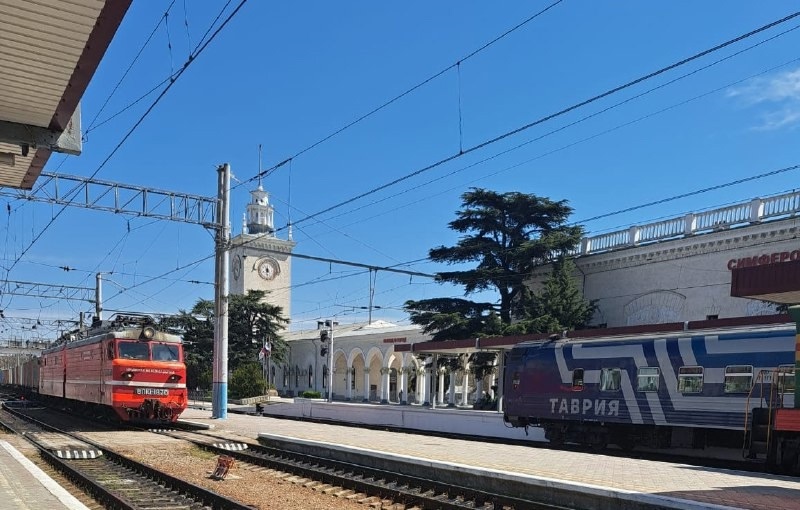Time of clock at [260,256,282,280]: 4:29
